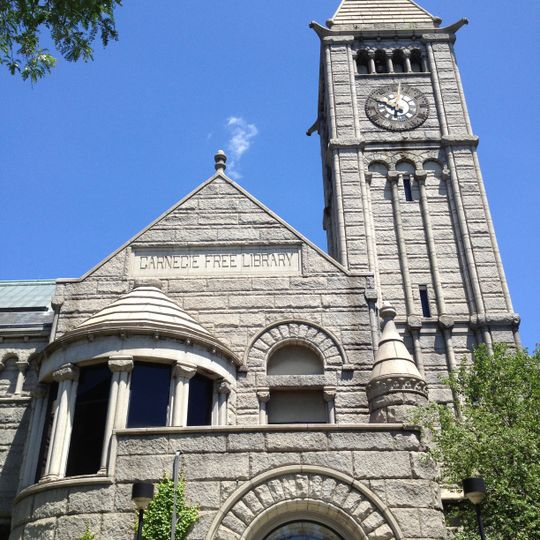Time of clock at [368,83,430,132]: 5:49
